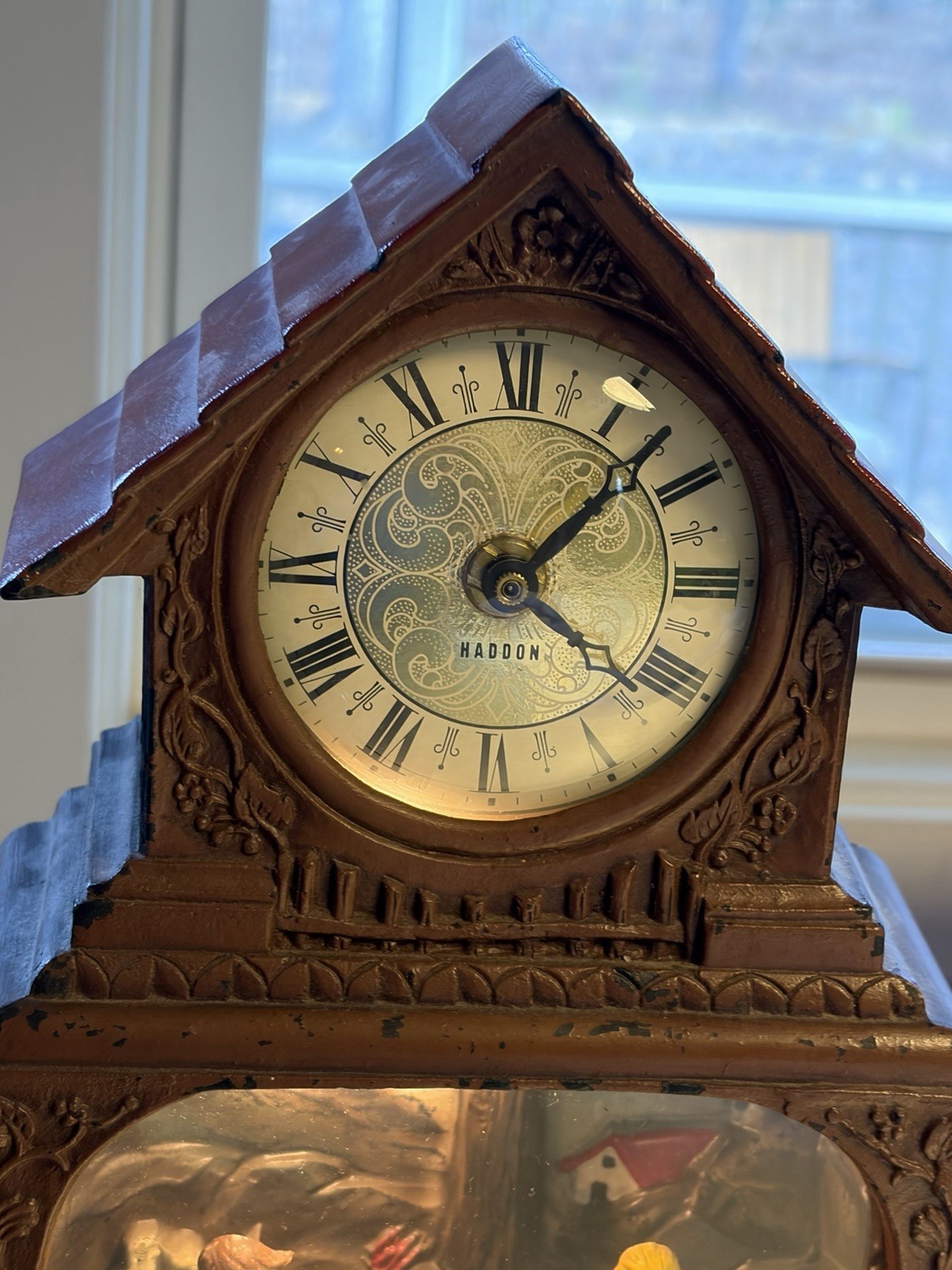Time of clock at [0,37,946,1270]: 4:07
